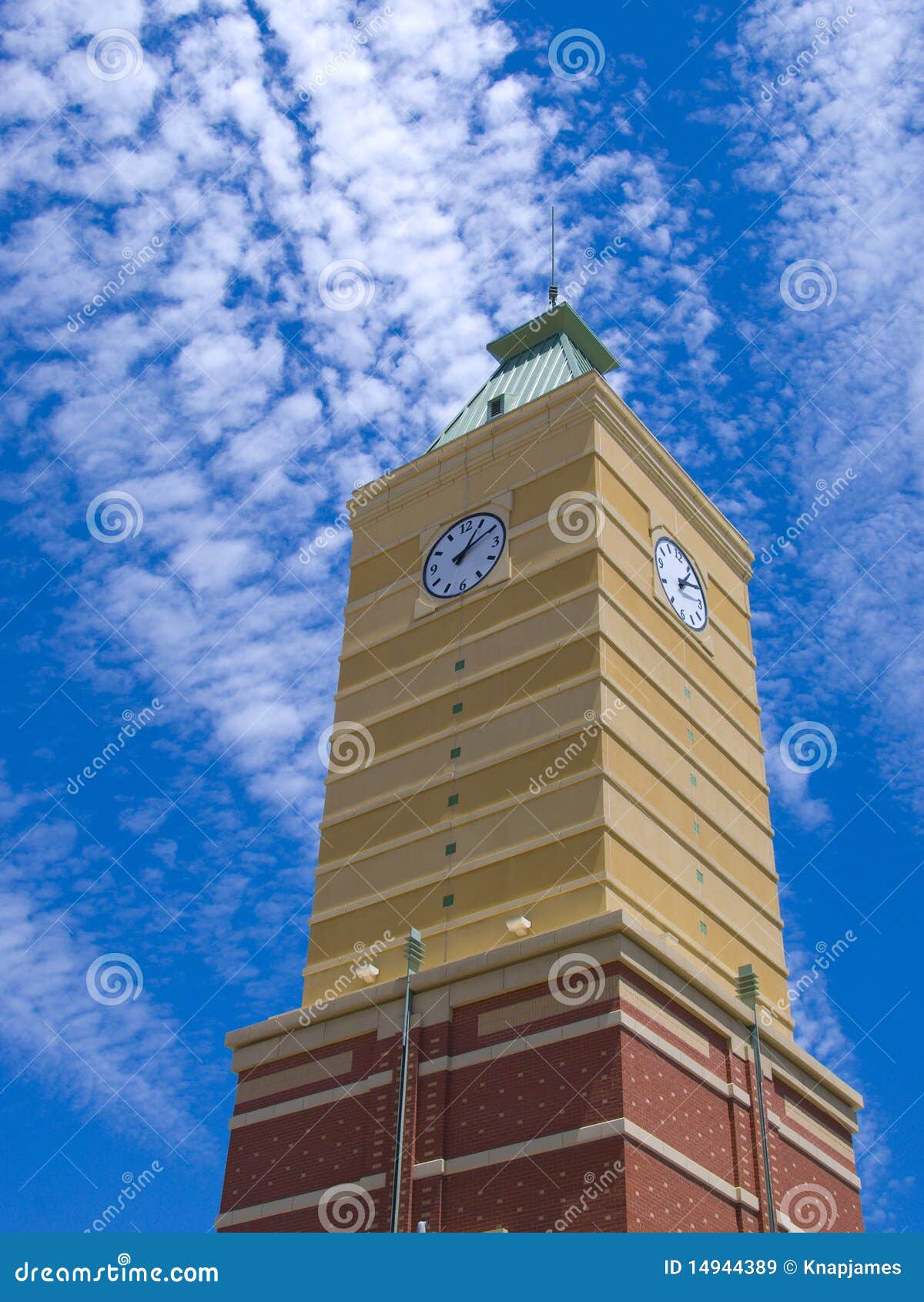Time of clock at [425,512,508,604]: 1:10
